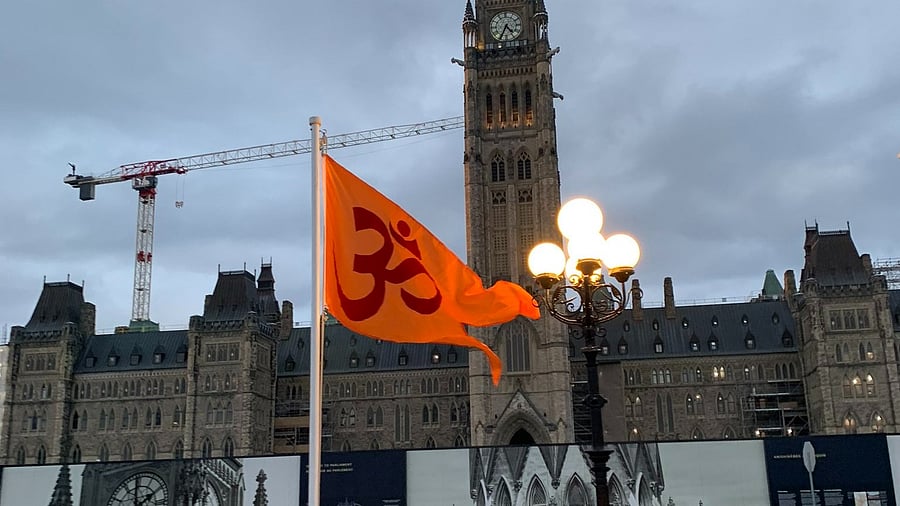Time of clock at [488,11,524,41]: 4:34
